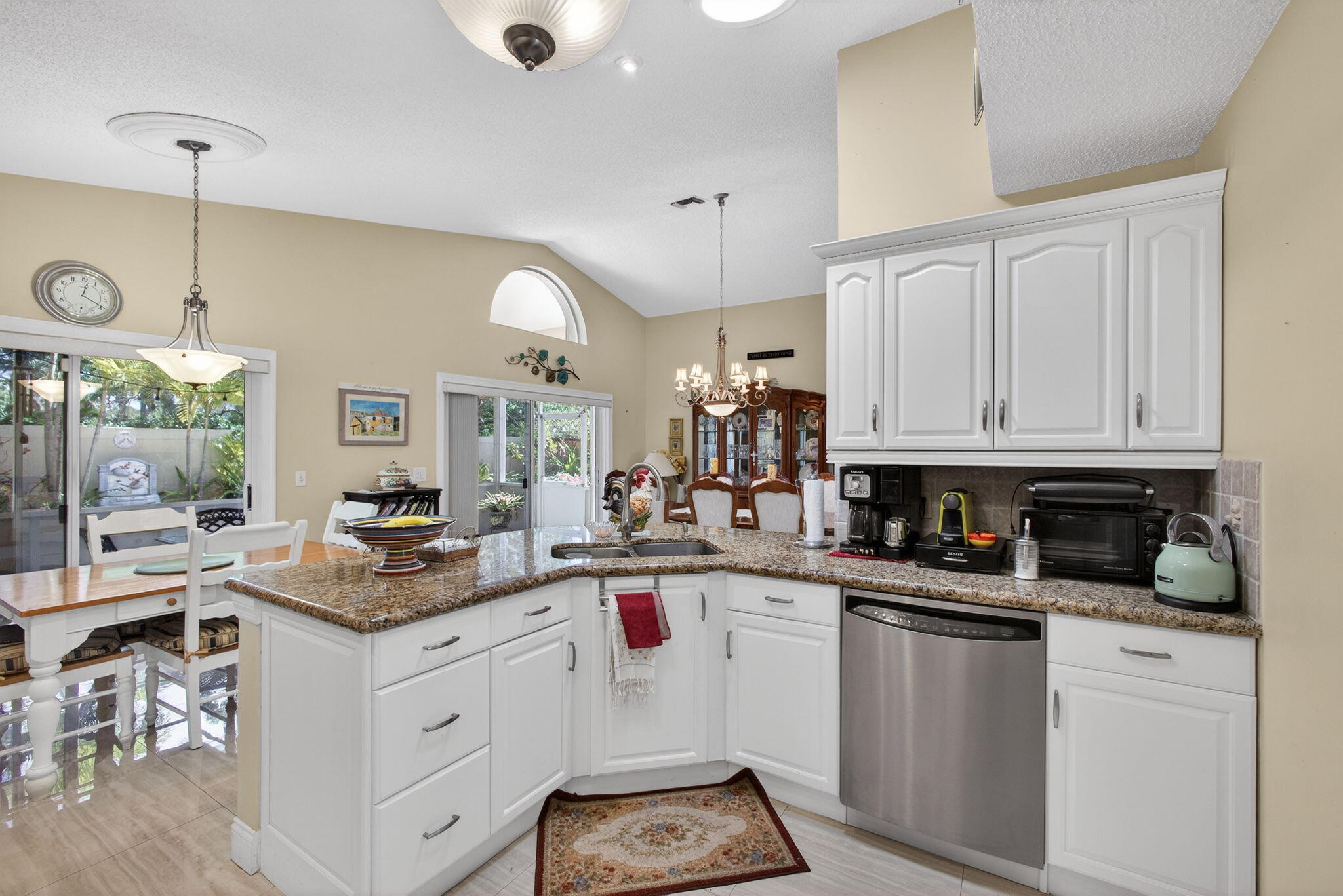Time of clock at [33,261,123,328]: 12:19
